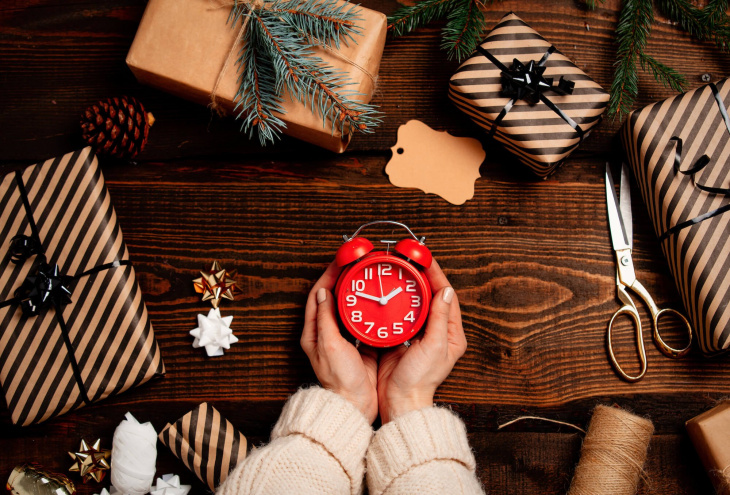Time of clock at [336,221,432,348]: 1:47
